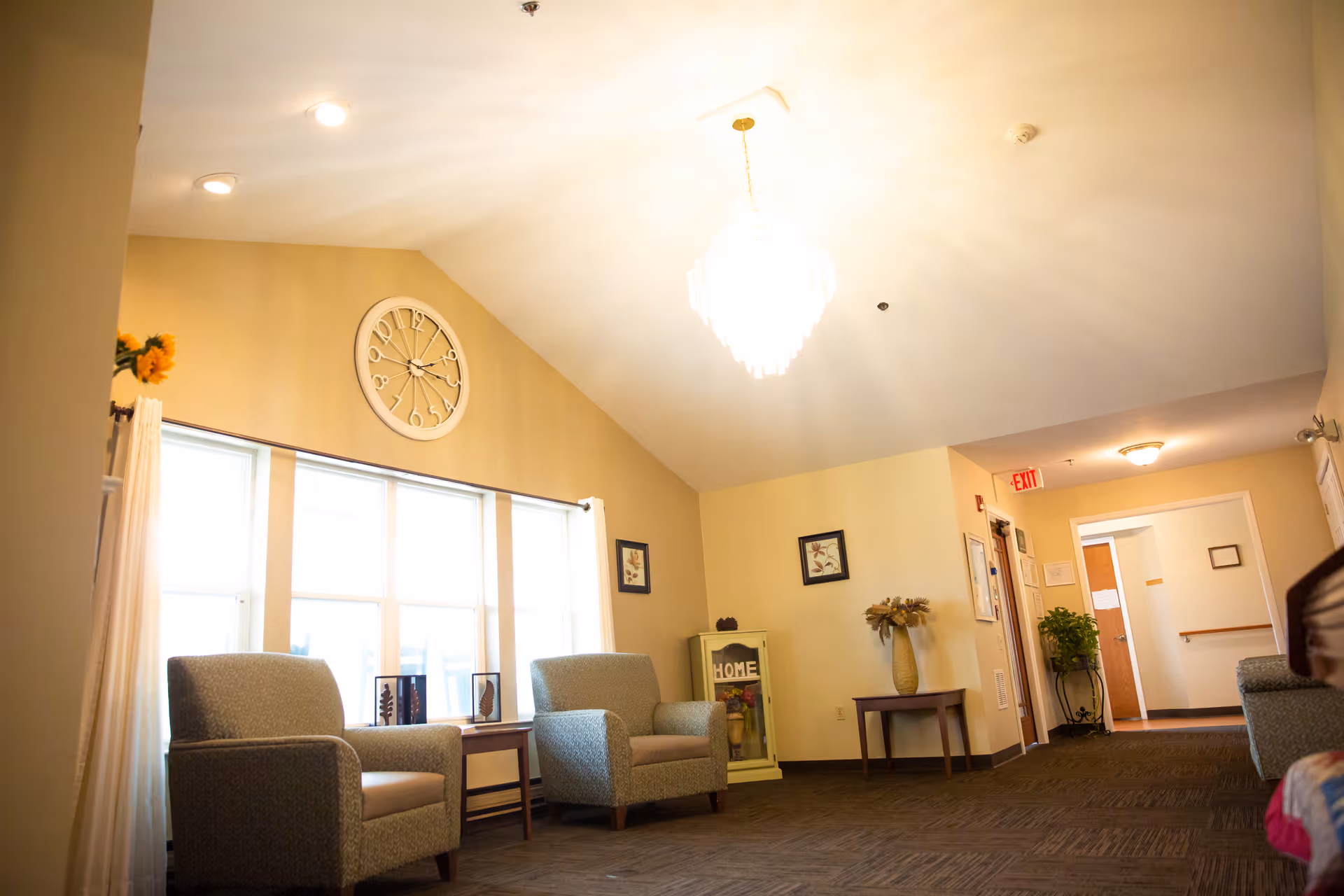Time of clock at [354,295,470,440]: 2:15
